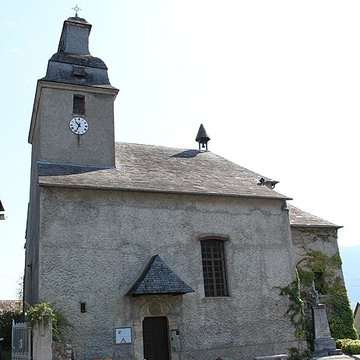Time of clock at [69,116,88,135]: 10:34
